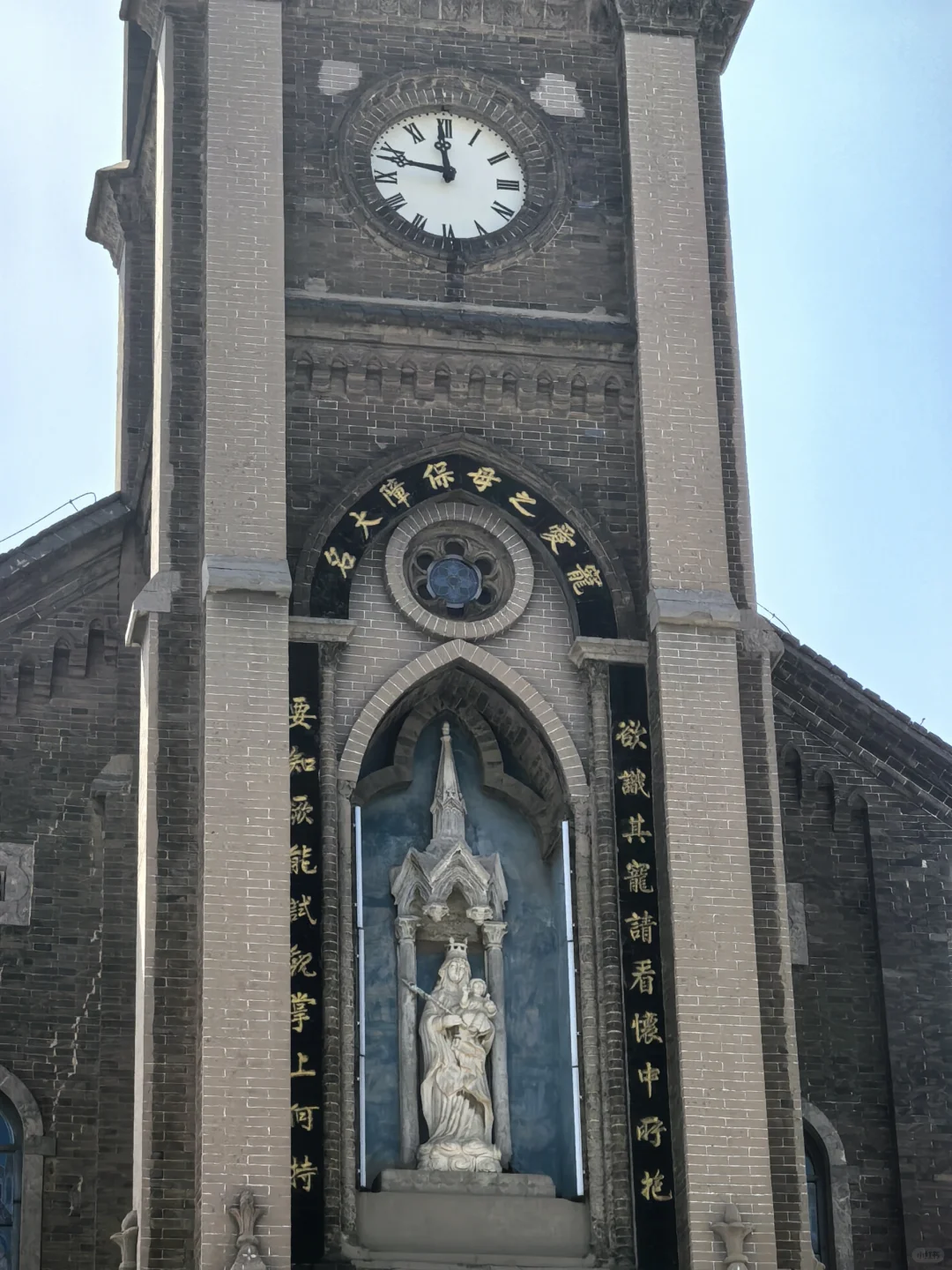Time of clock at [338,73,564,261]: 11:47
